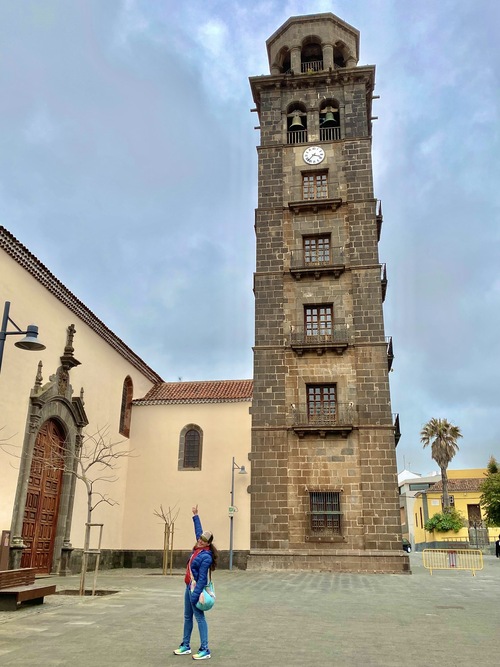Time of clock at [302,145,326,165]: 3:37
